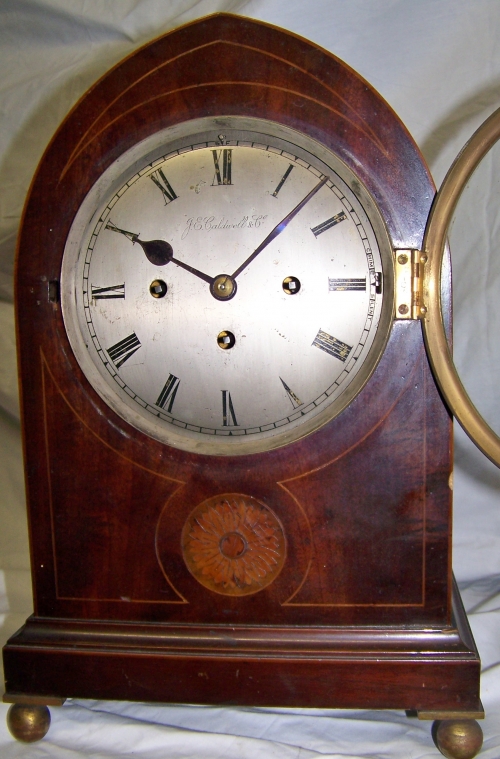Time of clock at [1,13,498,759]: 10:07
